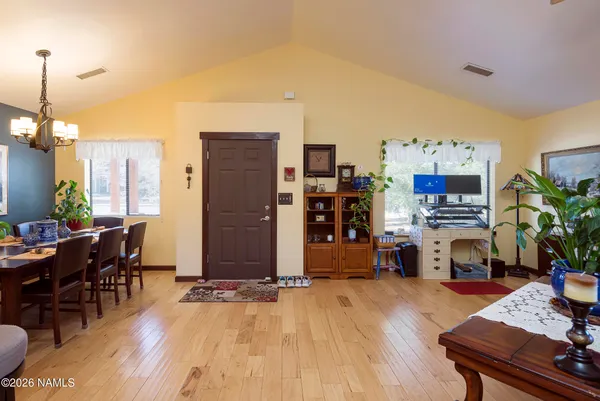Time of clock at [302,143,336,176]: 12:53
